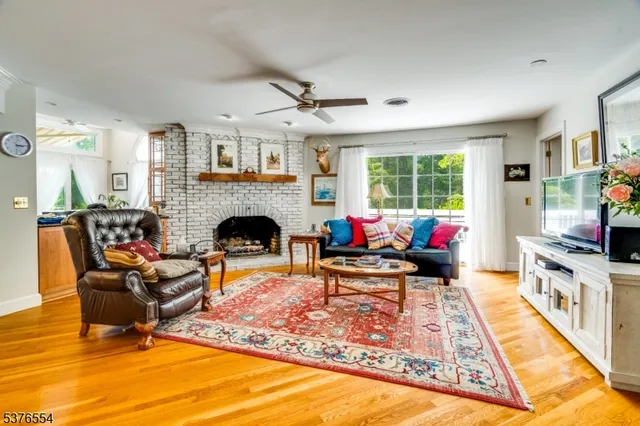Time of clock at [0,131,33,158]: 3:14
